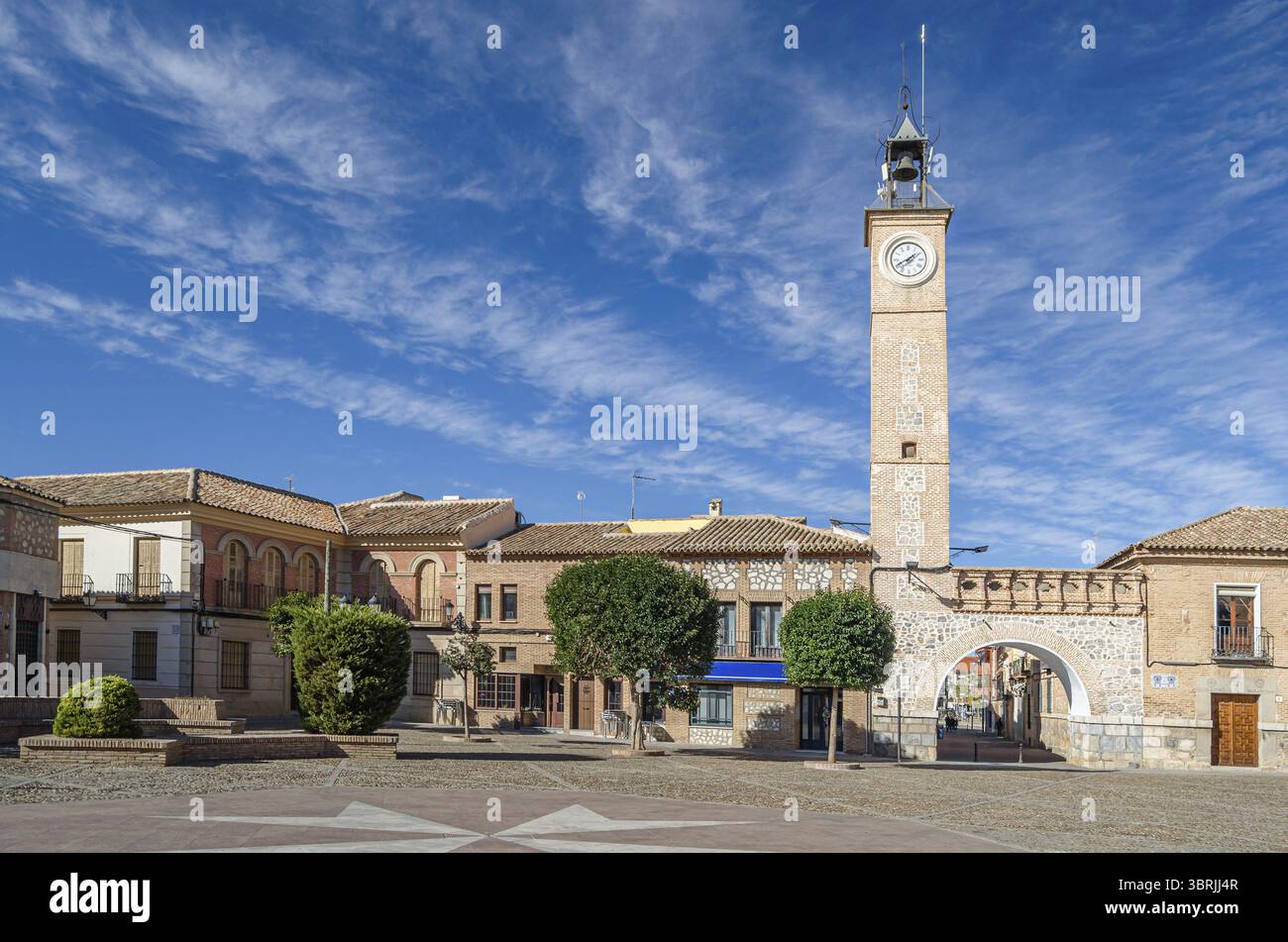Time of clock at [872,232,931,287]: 1:40
